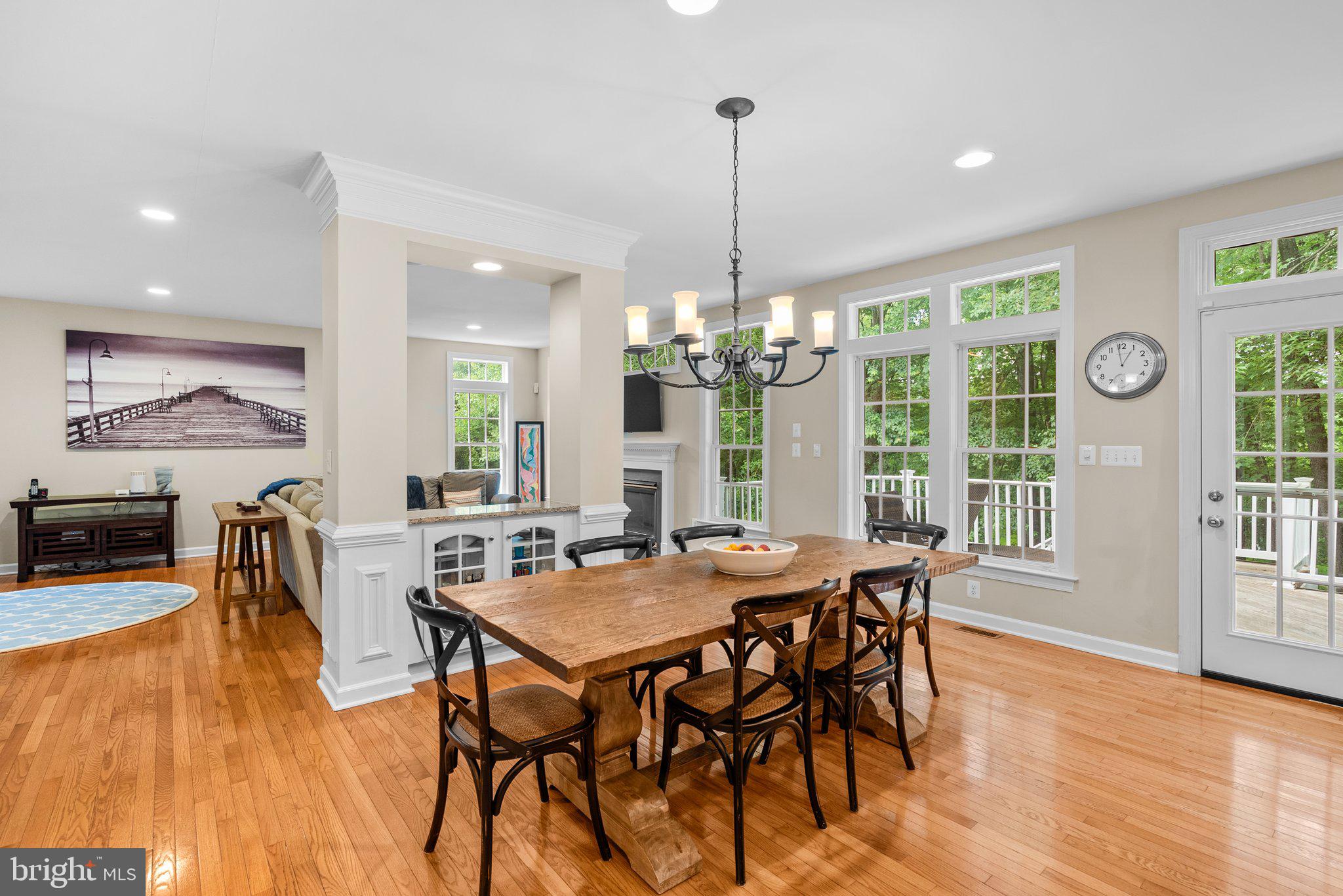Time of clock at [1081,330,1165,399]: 12:58
